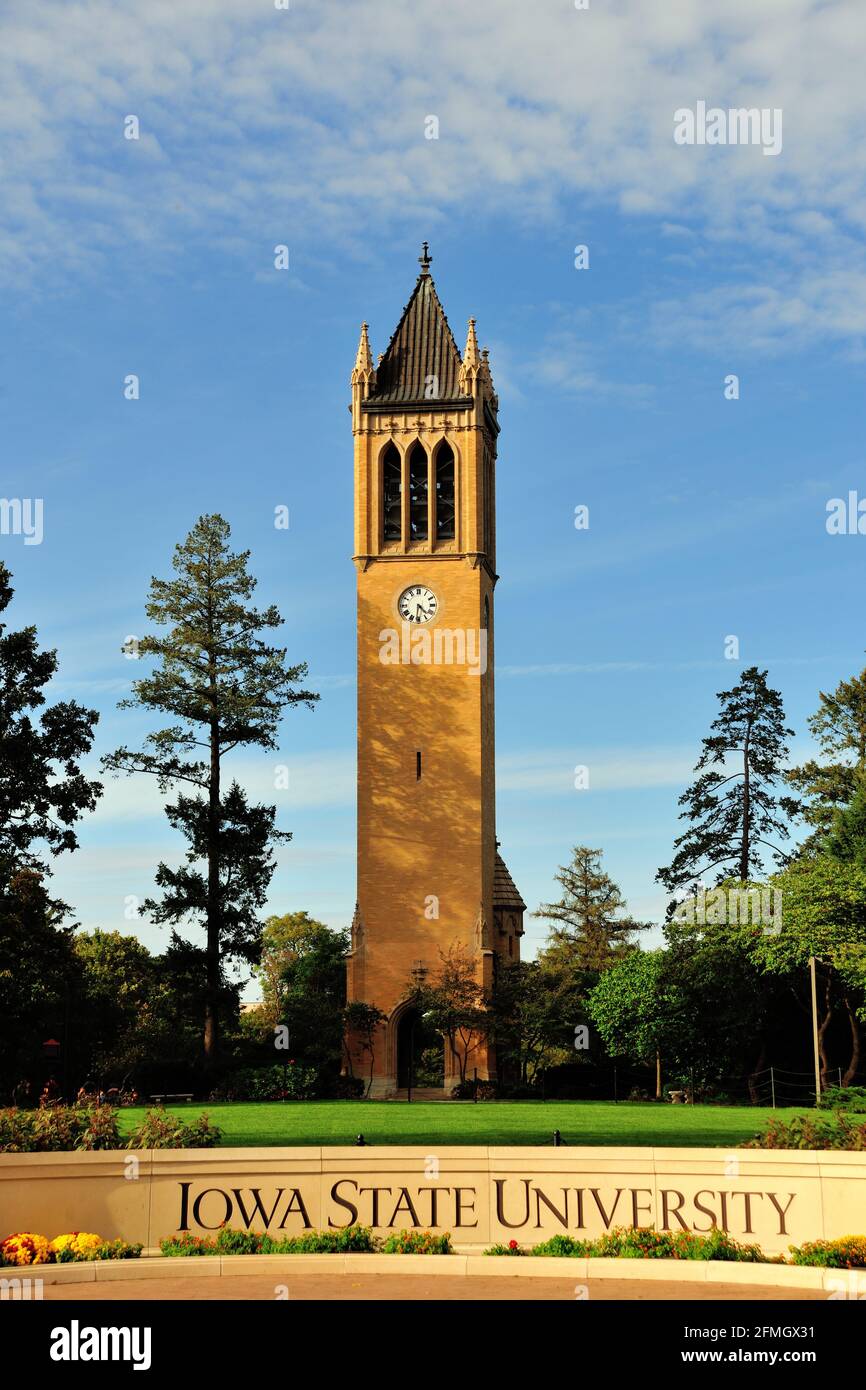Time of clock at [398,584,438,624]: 4:31
